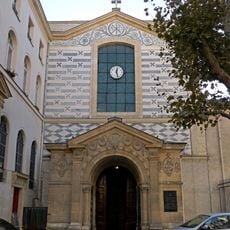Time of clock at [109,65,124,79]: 12:27
